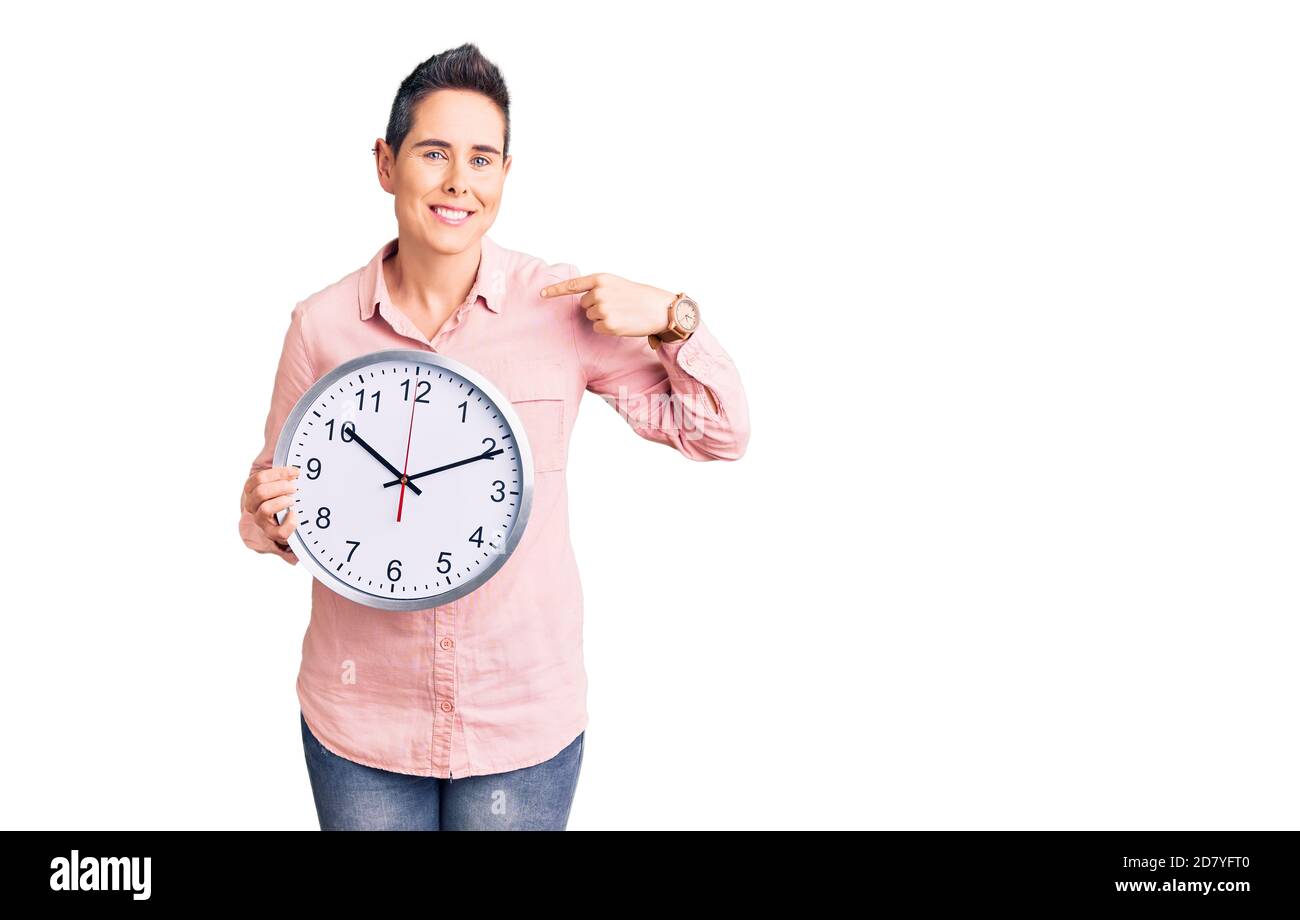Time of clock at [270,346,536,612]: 10:10
